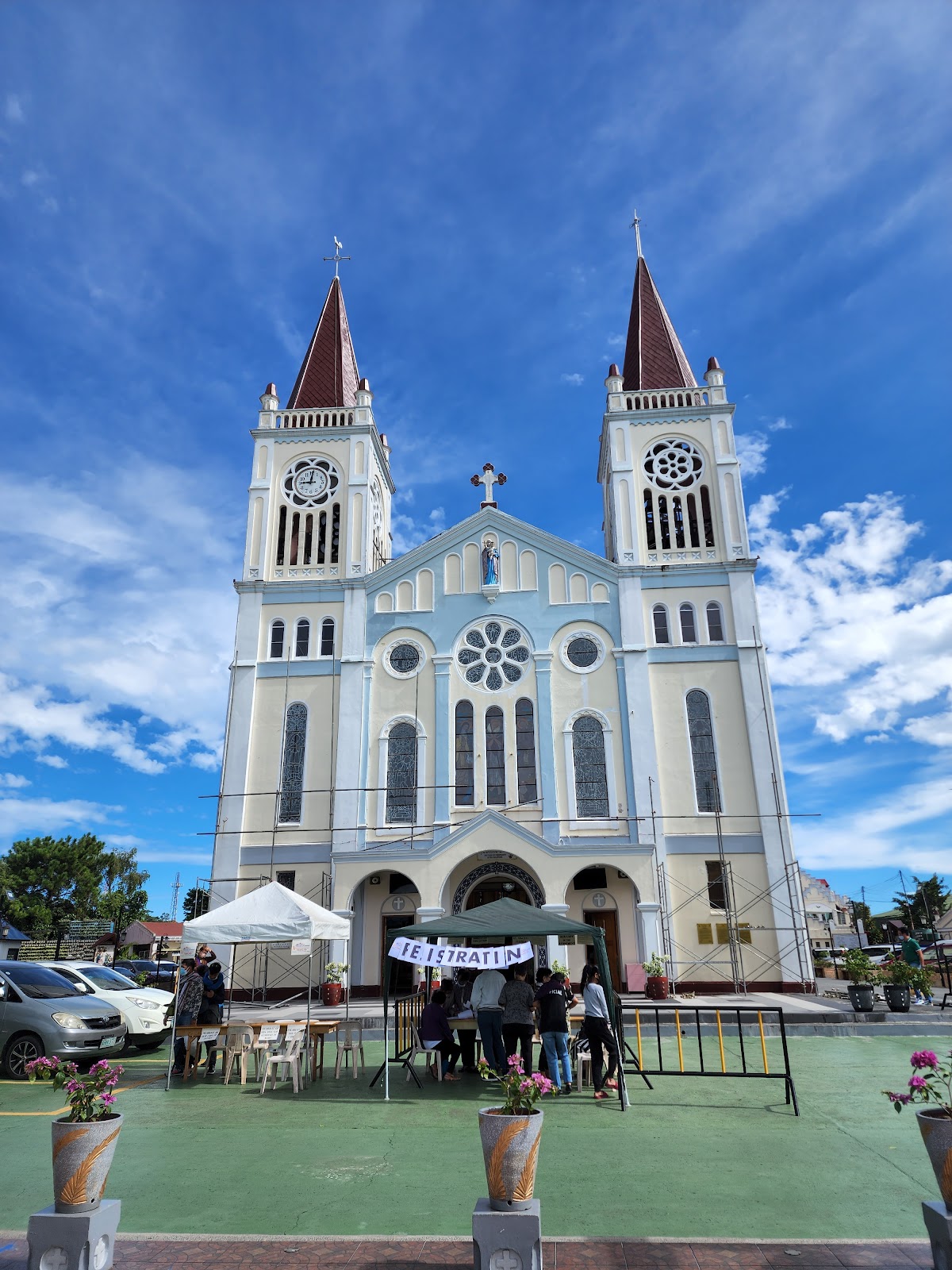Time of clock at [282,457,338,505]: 9:01
